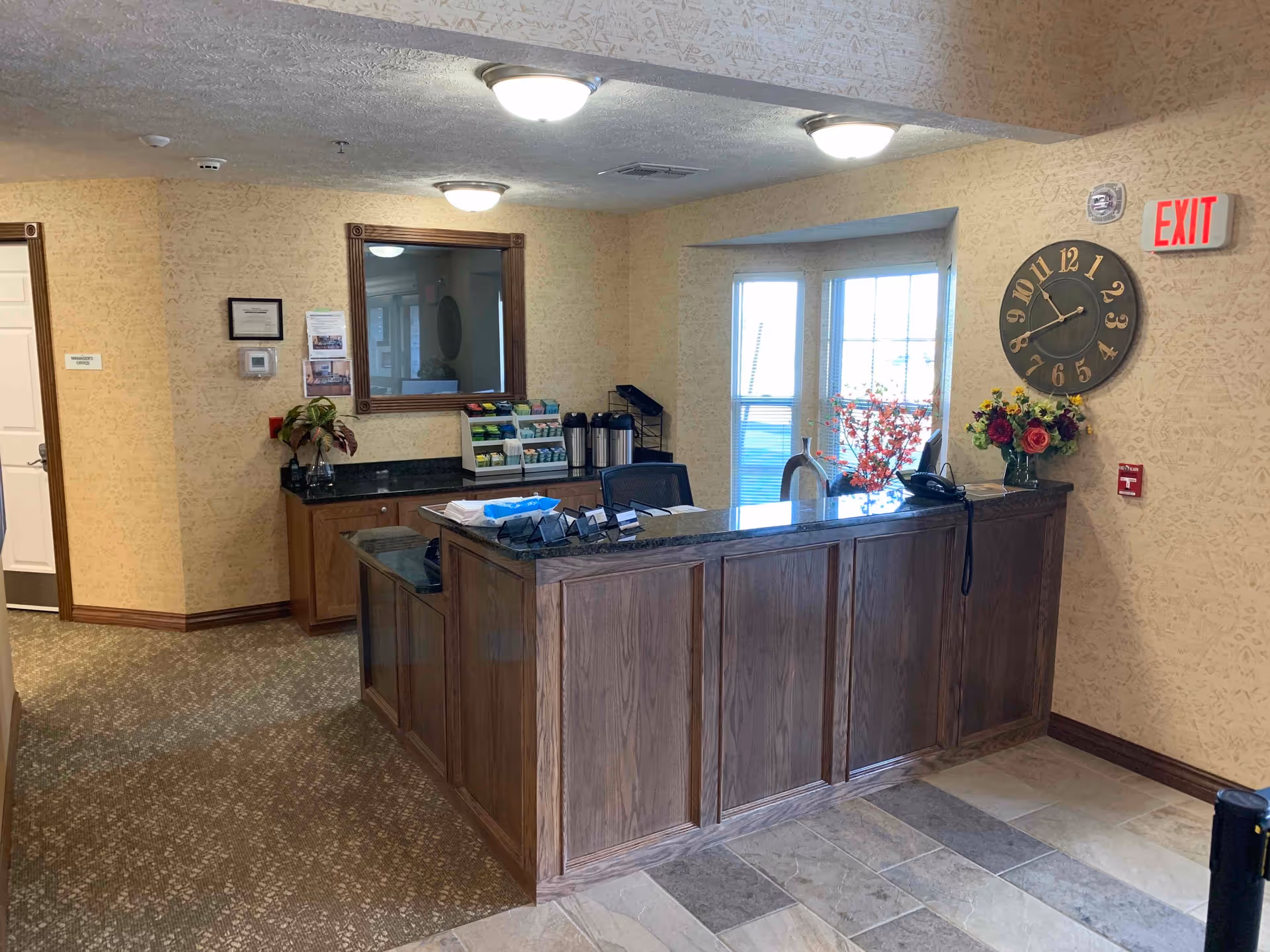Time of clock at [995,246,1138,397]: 10:40
